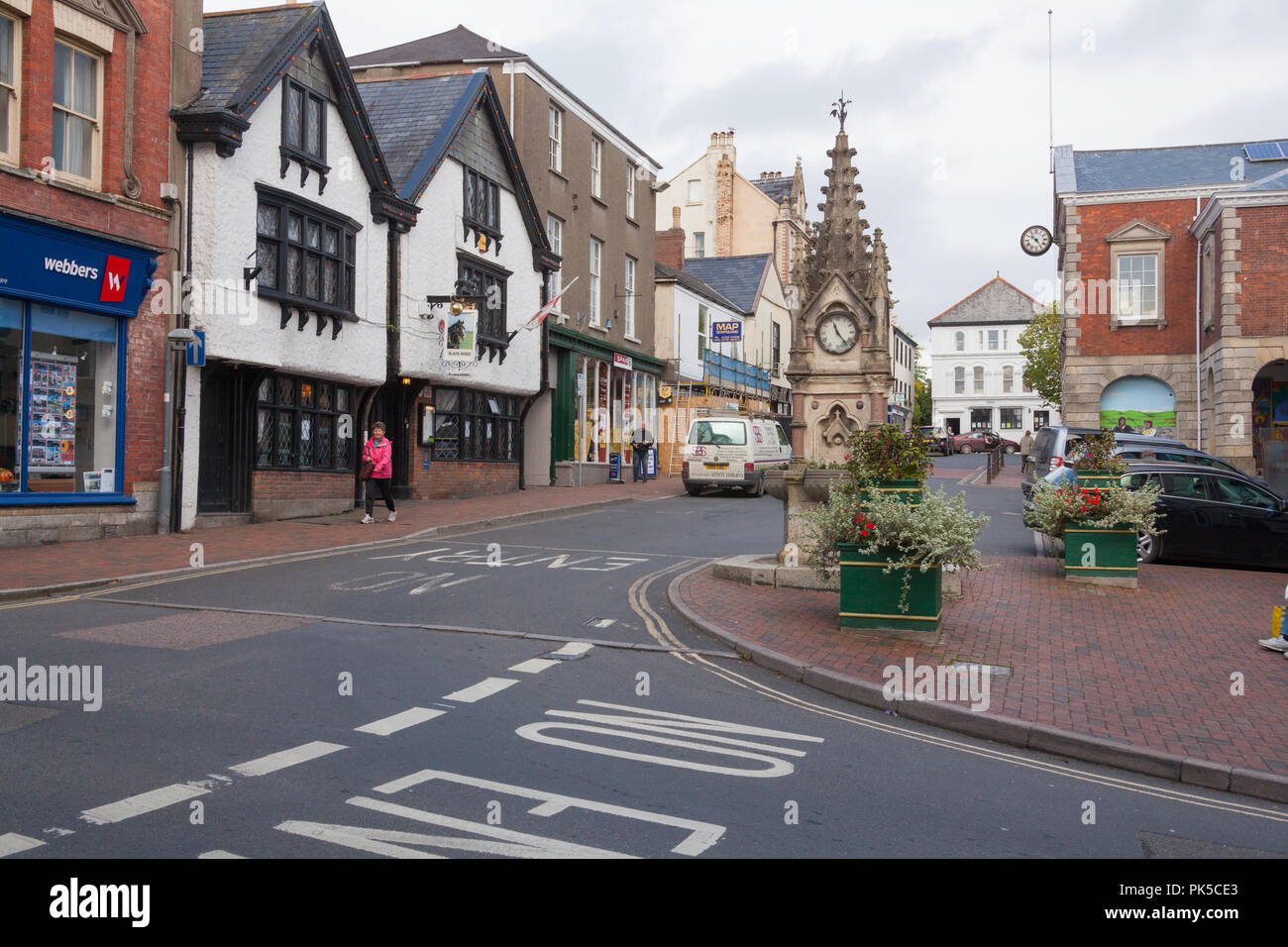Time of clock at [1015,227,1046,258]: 10:24
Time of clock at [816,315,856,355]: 11:23
